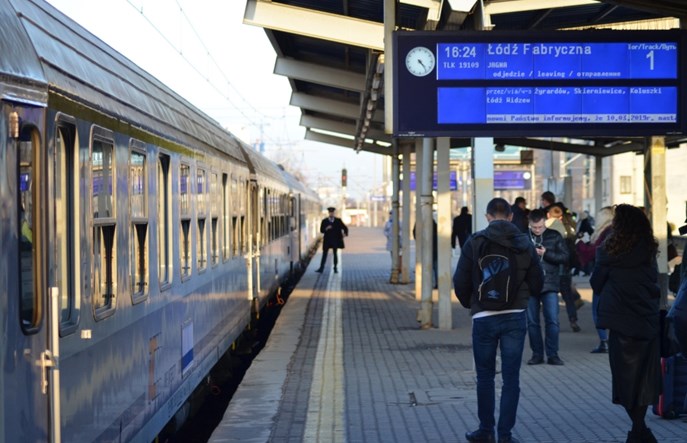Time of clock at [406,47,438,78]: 4:23
